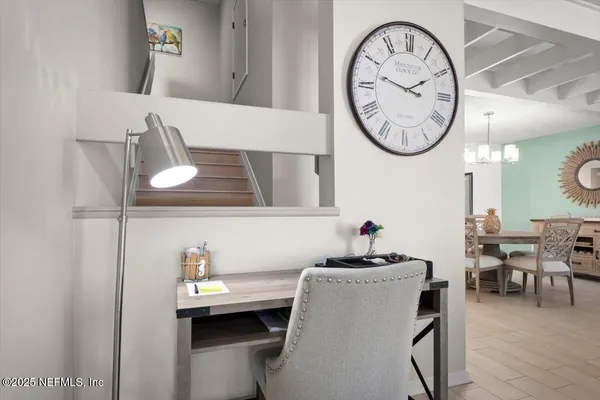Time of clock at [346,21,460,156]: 1:47
